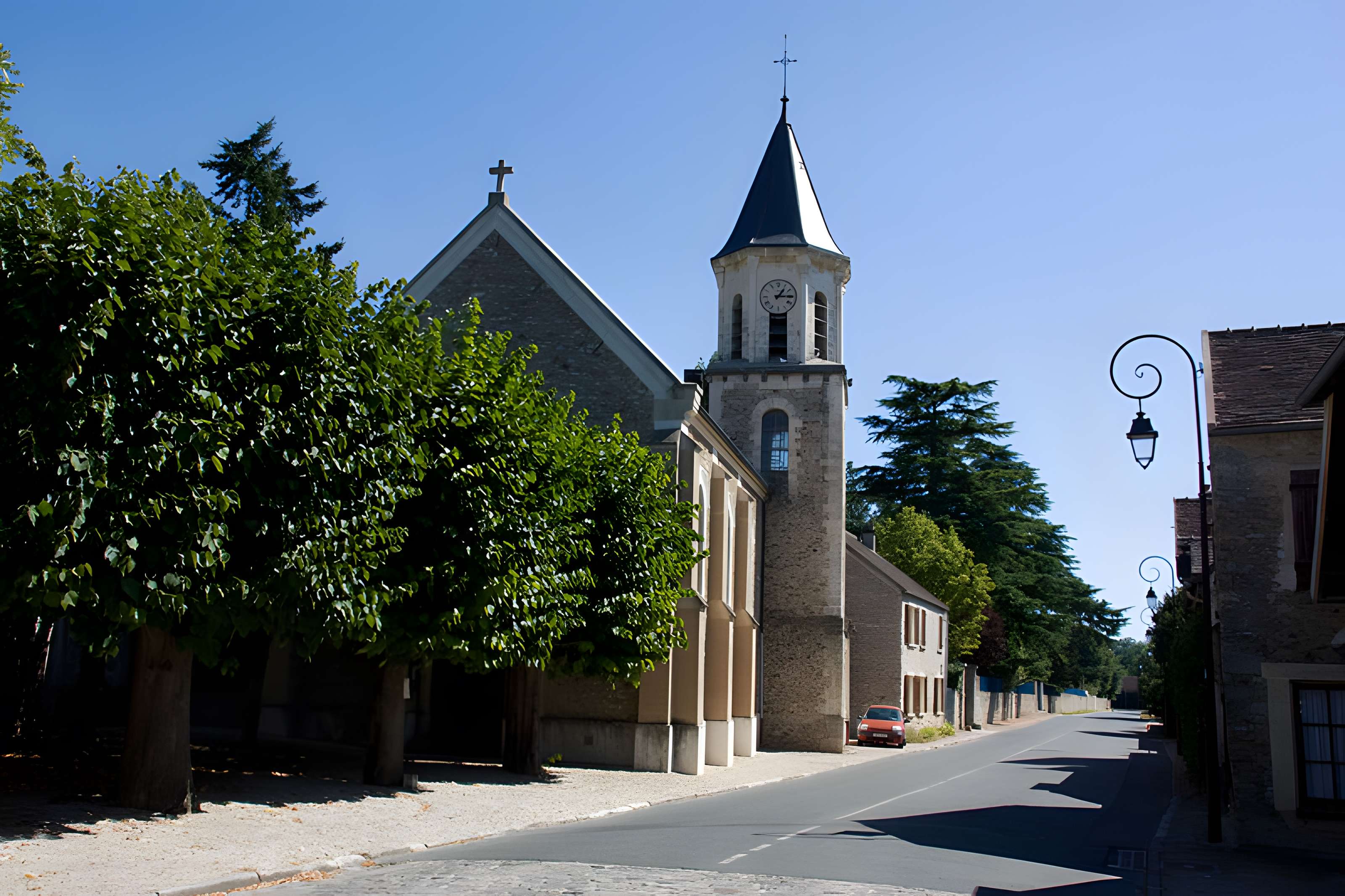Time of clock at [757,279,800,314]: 1:14
